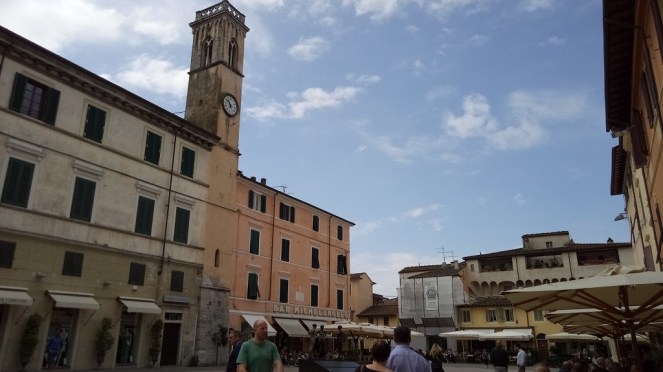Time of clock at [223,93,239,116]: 5:51
